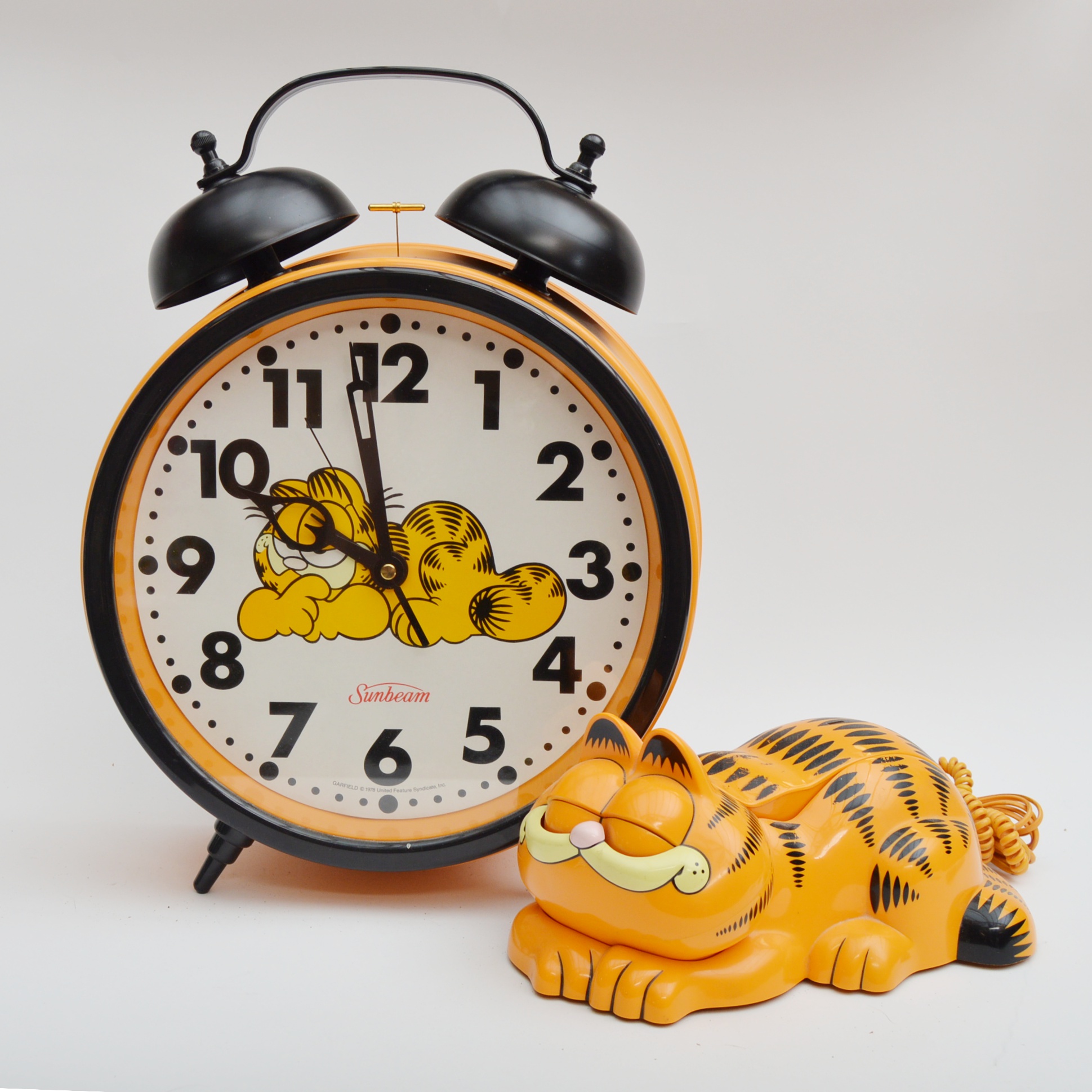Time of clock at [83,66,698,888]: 9:58
